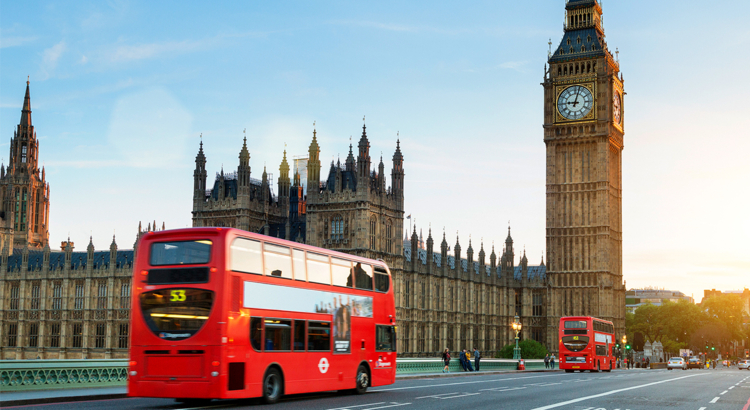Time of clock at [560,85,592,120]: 9:02
